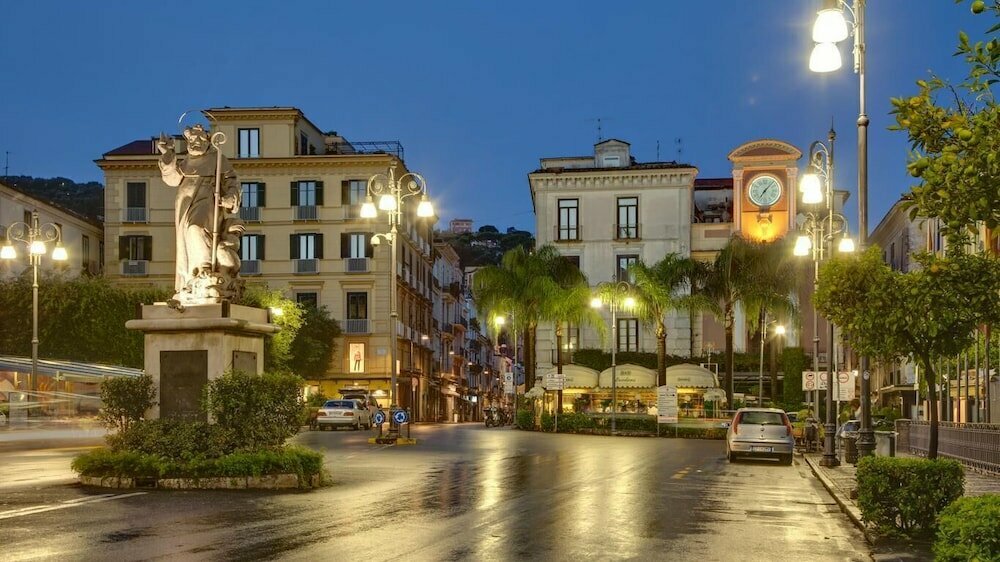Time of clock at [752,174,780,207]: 7:07
